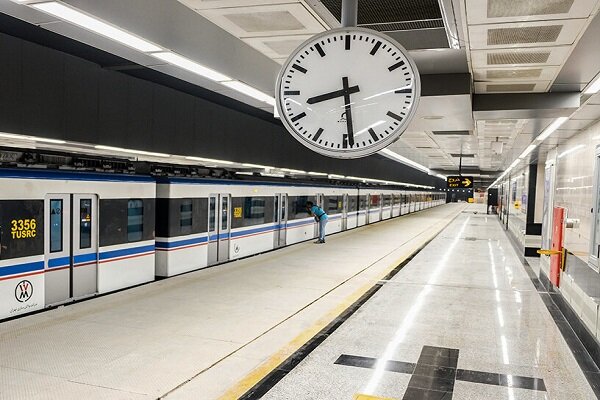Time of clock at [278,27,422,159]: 8:29
